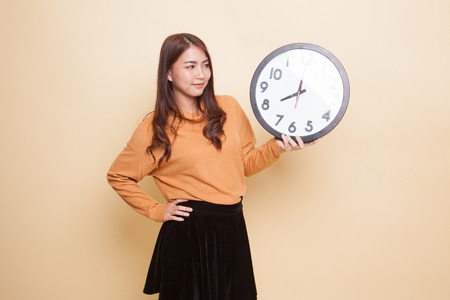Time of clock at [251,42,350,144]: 7:59
